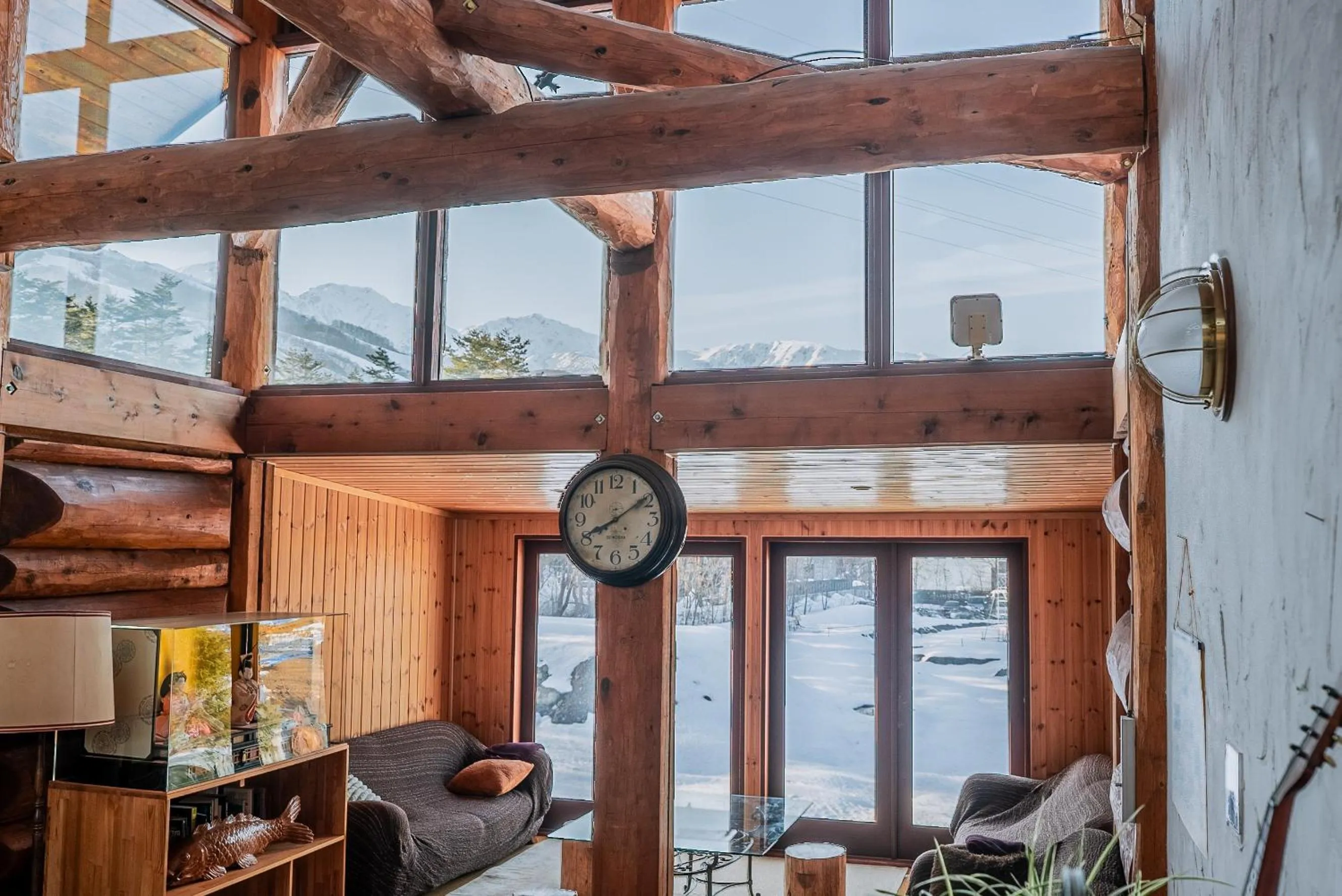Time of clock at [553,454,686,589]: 8:09
